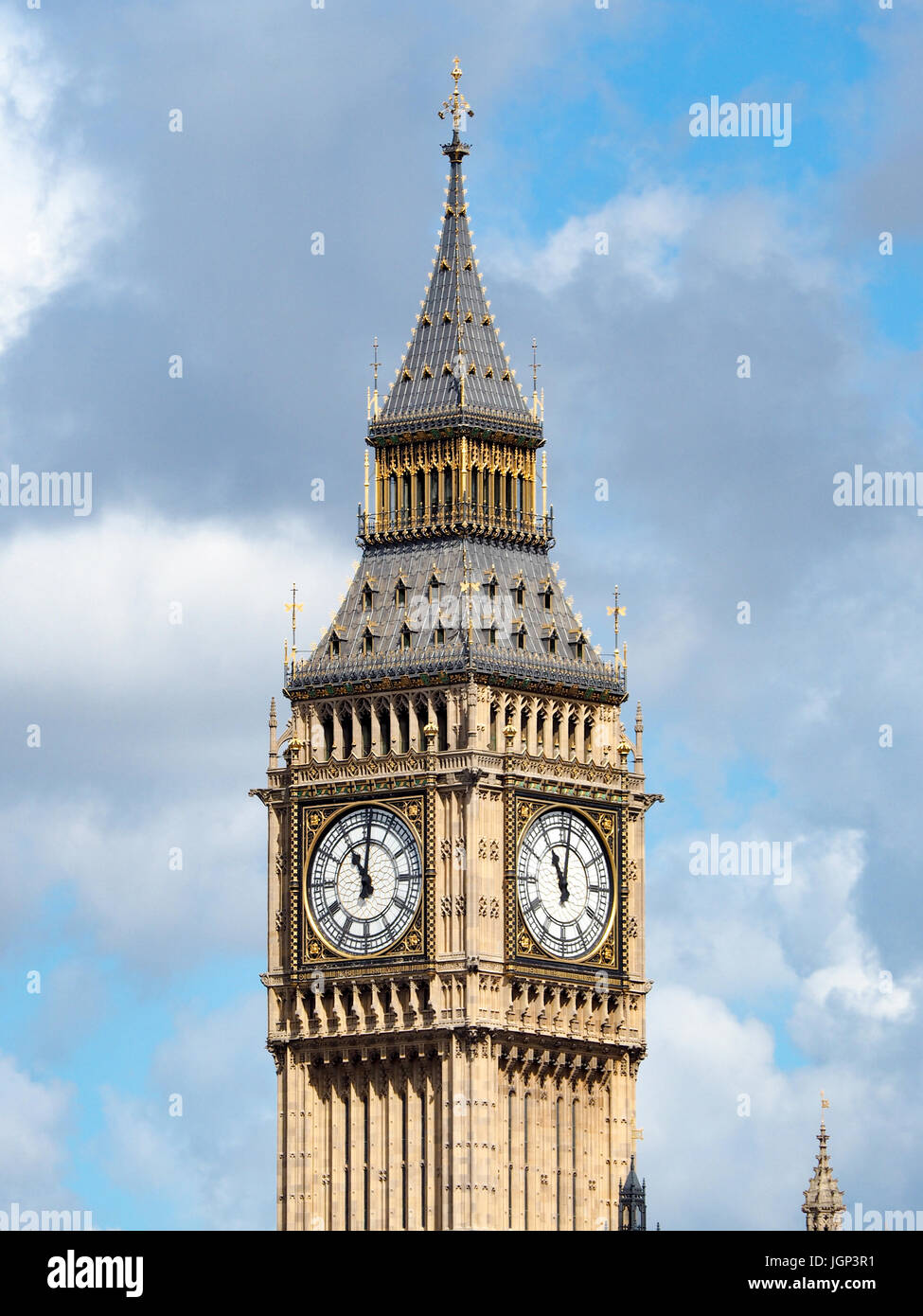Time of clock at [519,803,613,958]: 11:01
